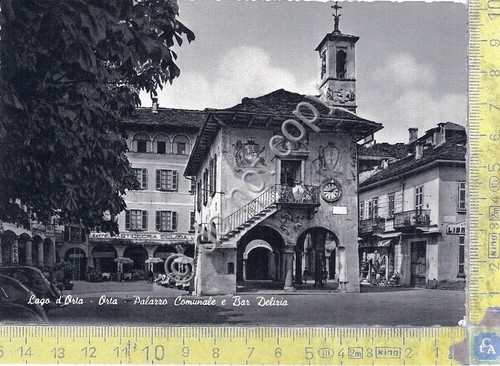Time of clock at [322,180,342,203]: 1:43
